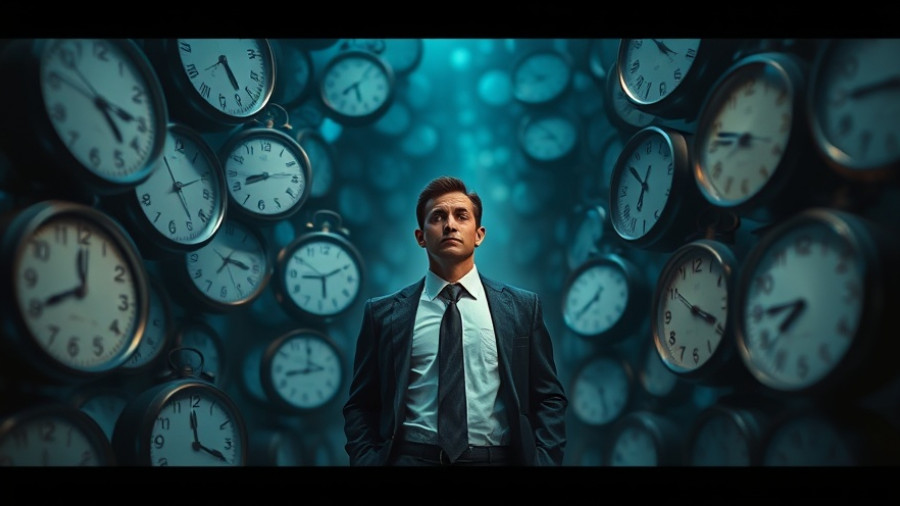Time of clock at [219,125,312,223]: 8:13
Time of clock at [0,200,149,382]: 11:40
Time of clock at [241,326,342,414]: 11:43
